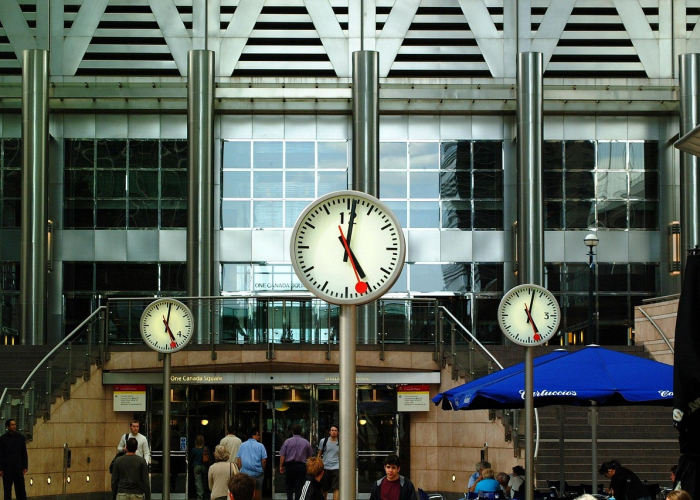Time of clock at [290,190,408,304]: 5:01
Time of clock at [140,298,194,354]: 5:01
